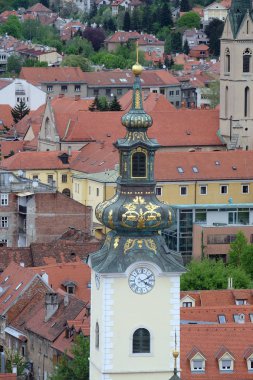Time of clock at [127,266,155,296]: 4:10
